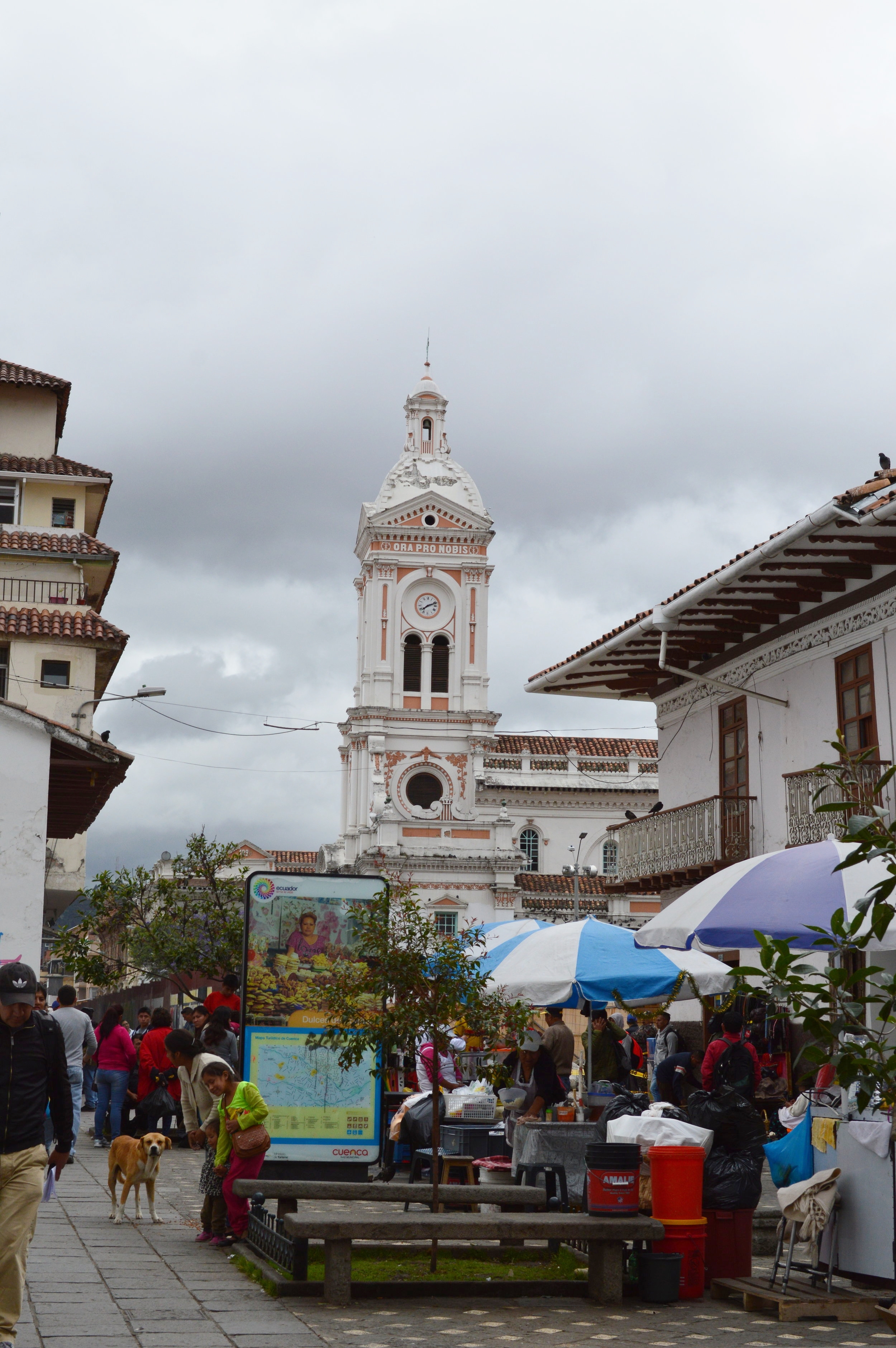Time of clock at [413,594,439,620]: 7:11
